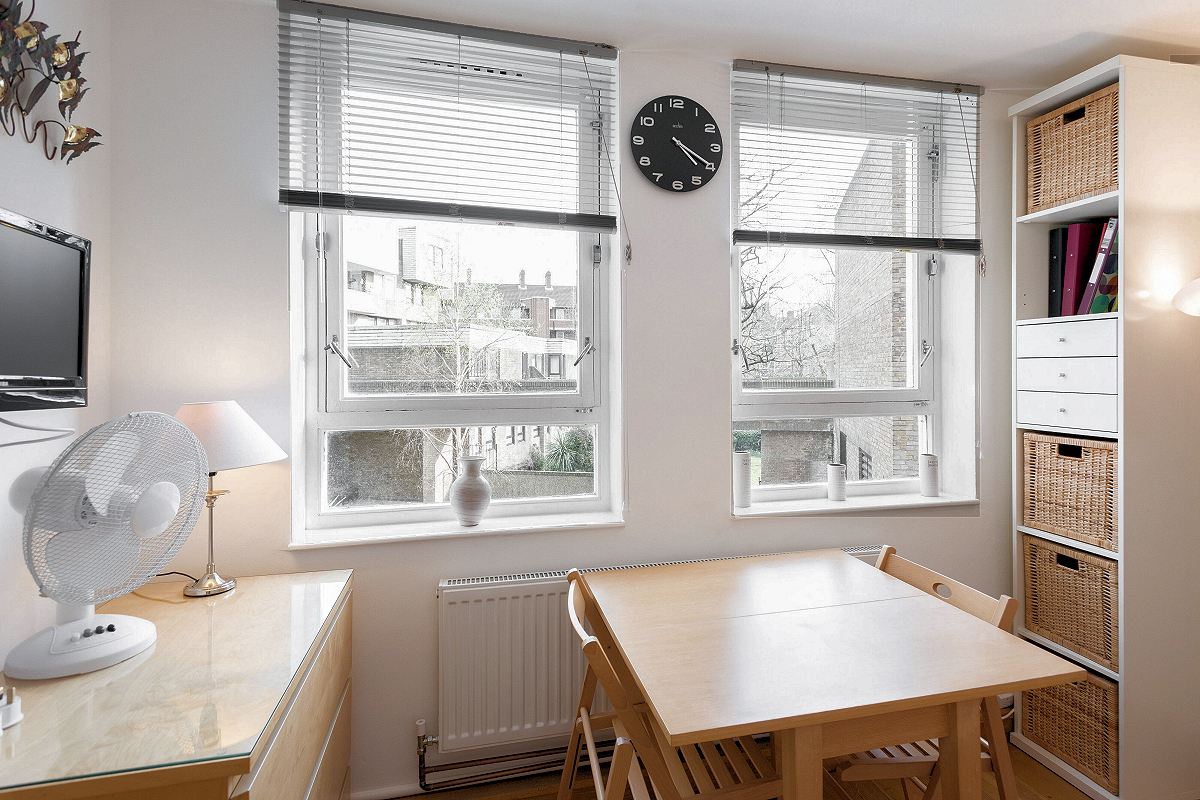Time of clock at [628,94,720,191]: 4:19
